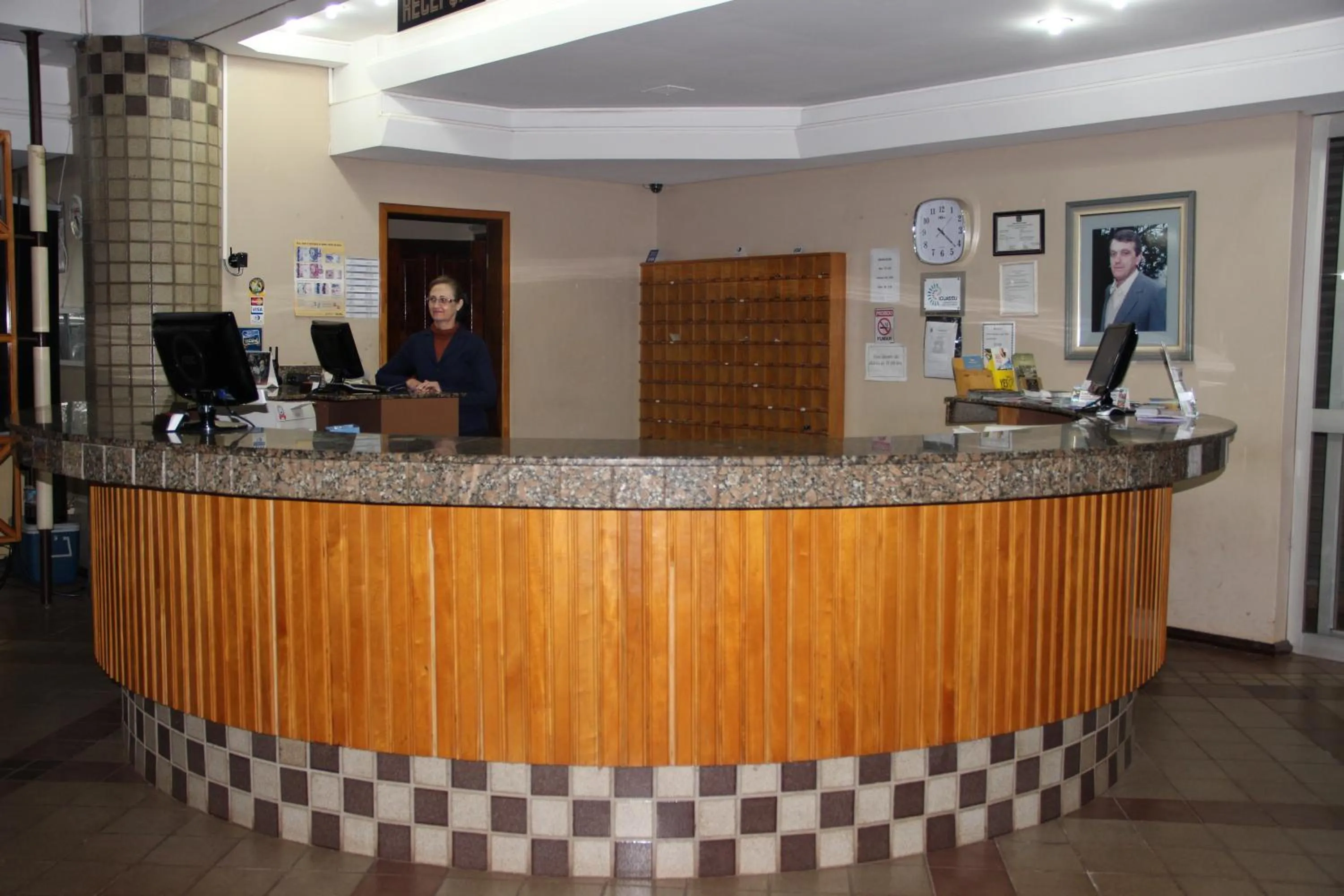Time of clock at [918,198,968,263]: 4:21
